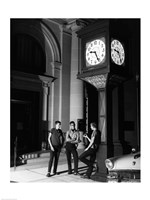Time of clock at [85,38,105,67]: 9:26
